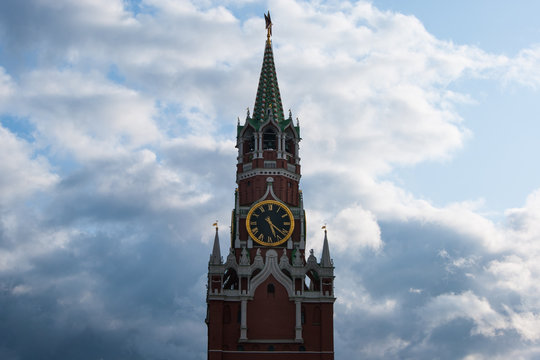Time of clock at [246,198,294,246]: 5:21
